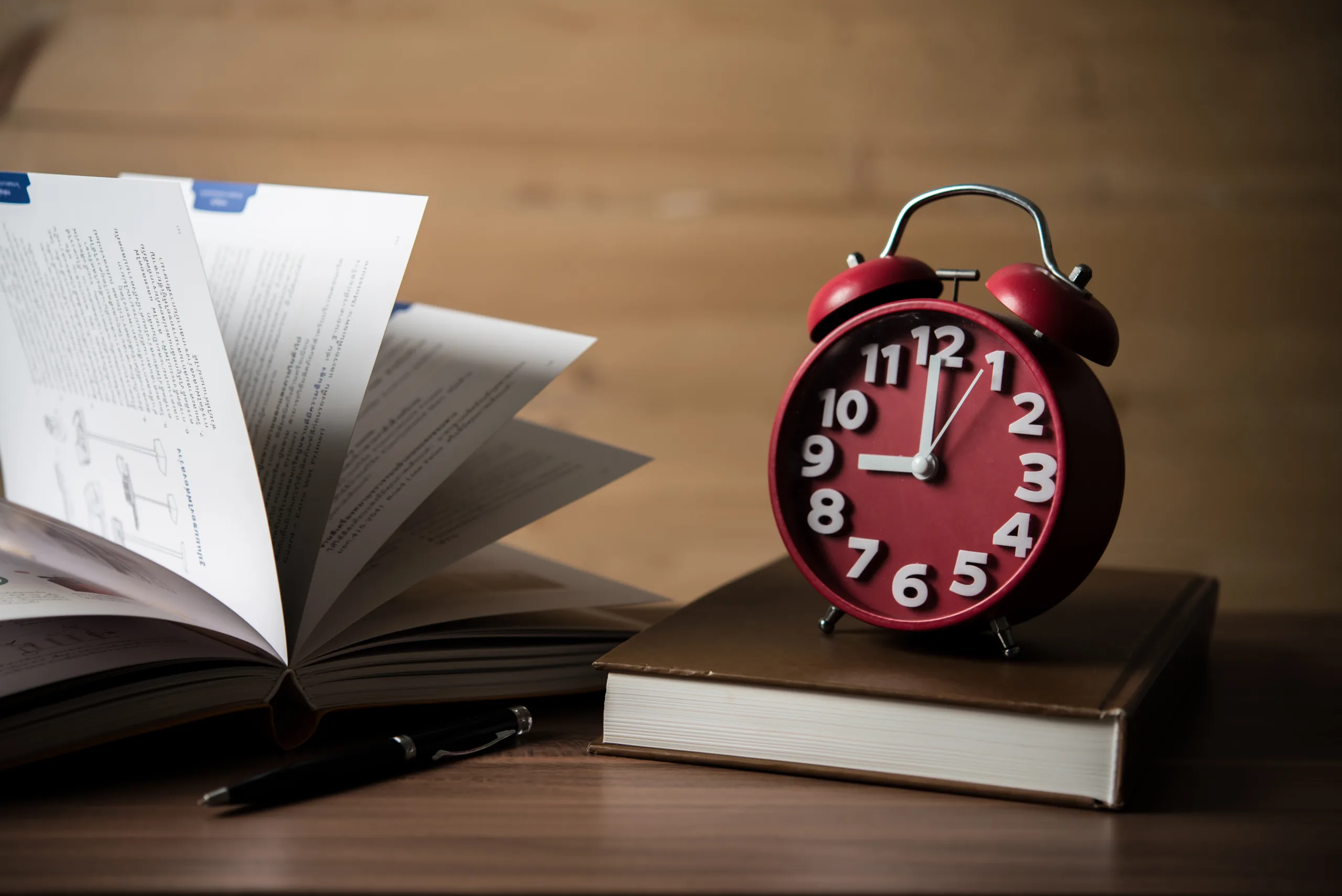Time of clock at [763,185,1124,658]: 8:59
